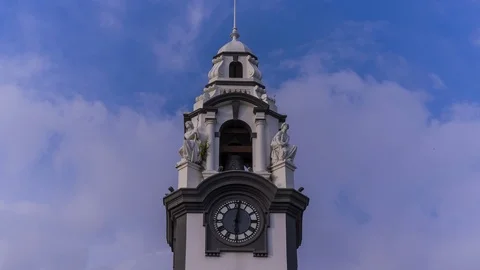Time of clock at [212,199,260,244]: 6:01
